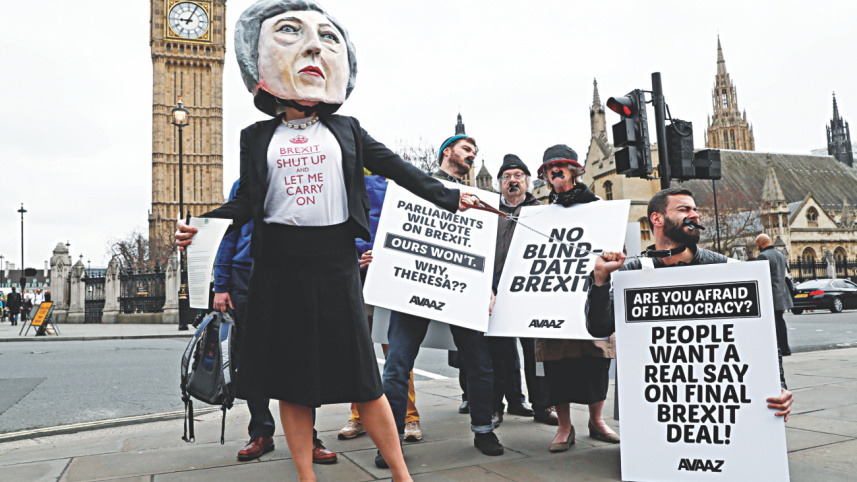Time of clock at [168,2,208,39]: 9:04
